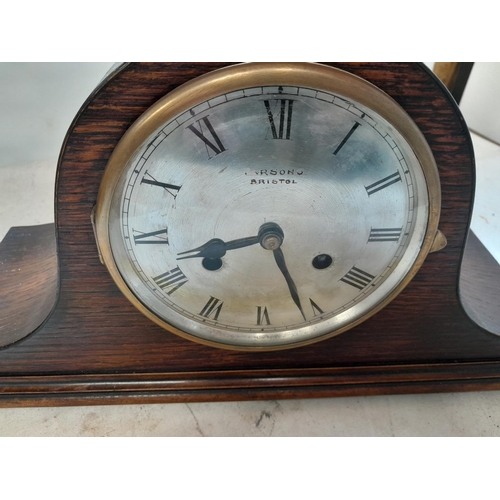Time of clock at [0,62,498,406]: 8:26
